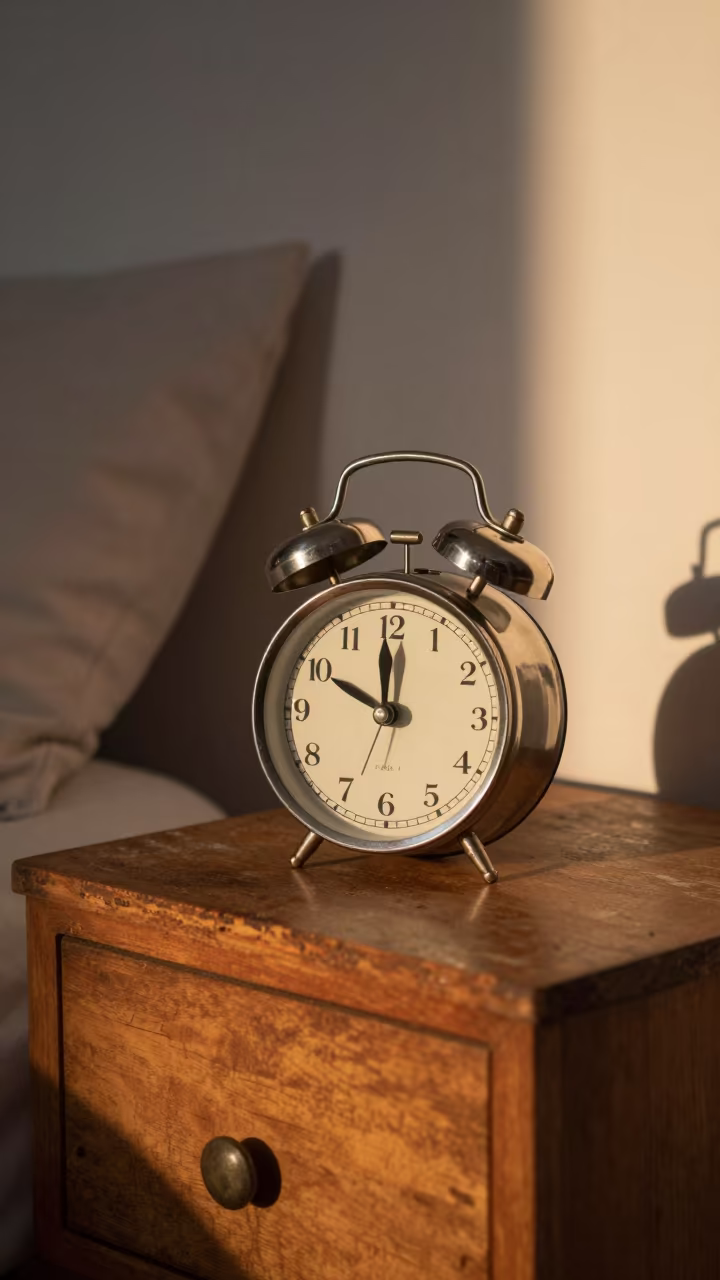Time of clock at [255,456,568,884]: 9:59
